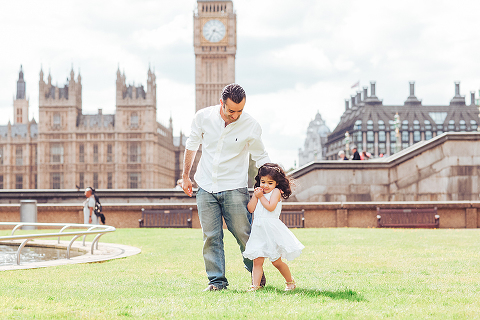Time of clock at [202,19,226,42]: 3:34
